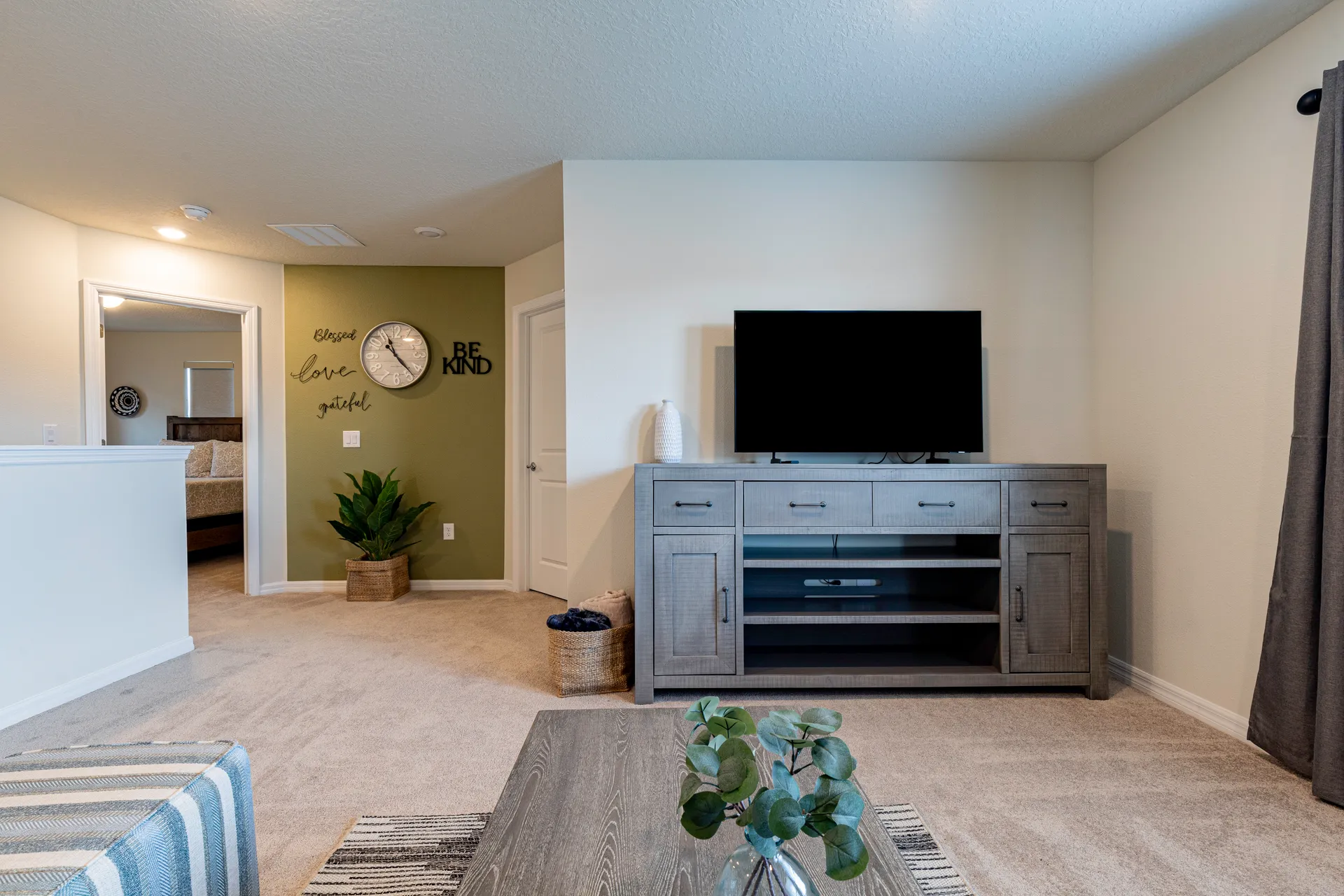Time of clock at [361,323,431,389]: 11:23
